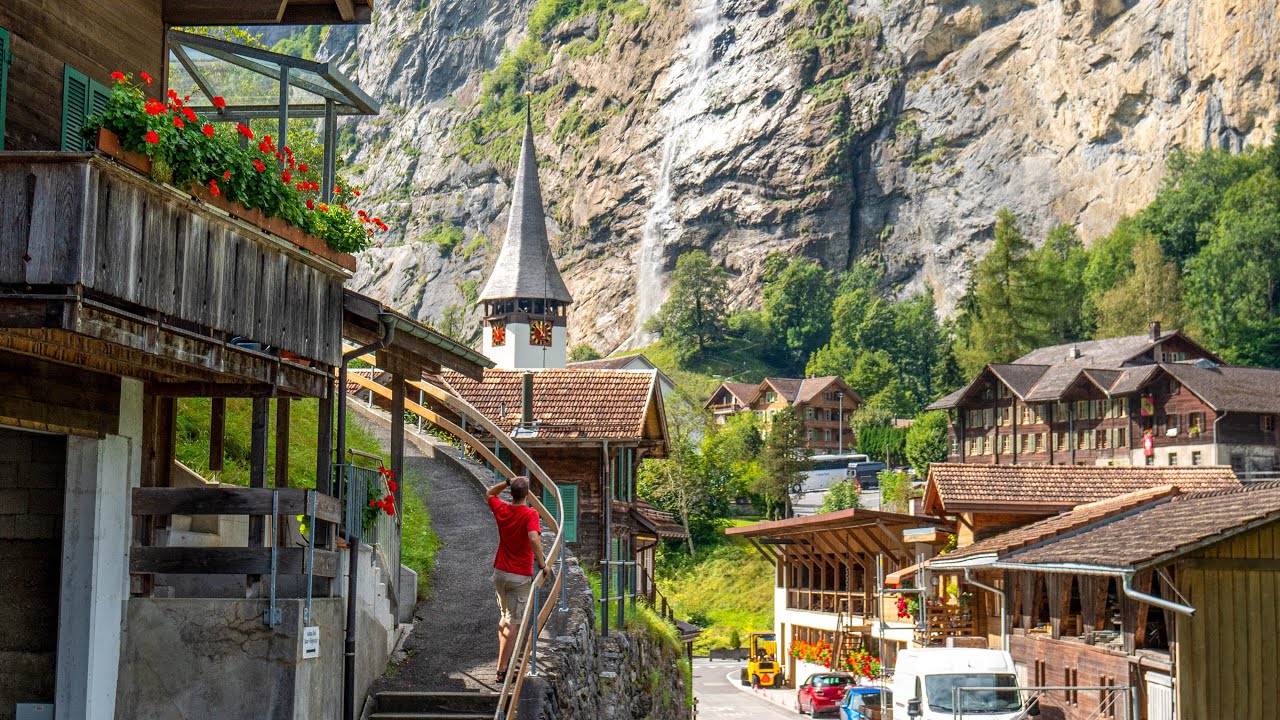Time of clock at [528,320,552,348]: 11:51
